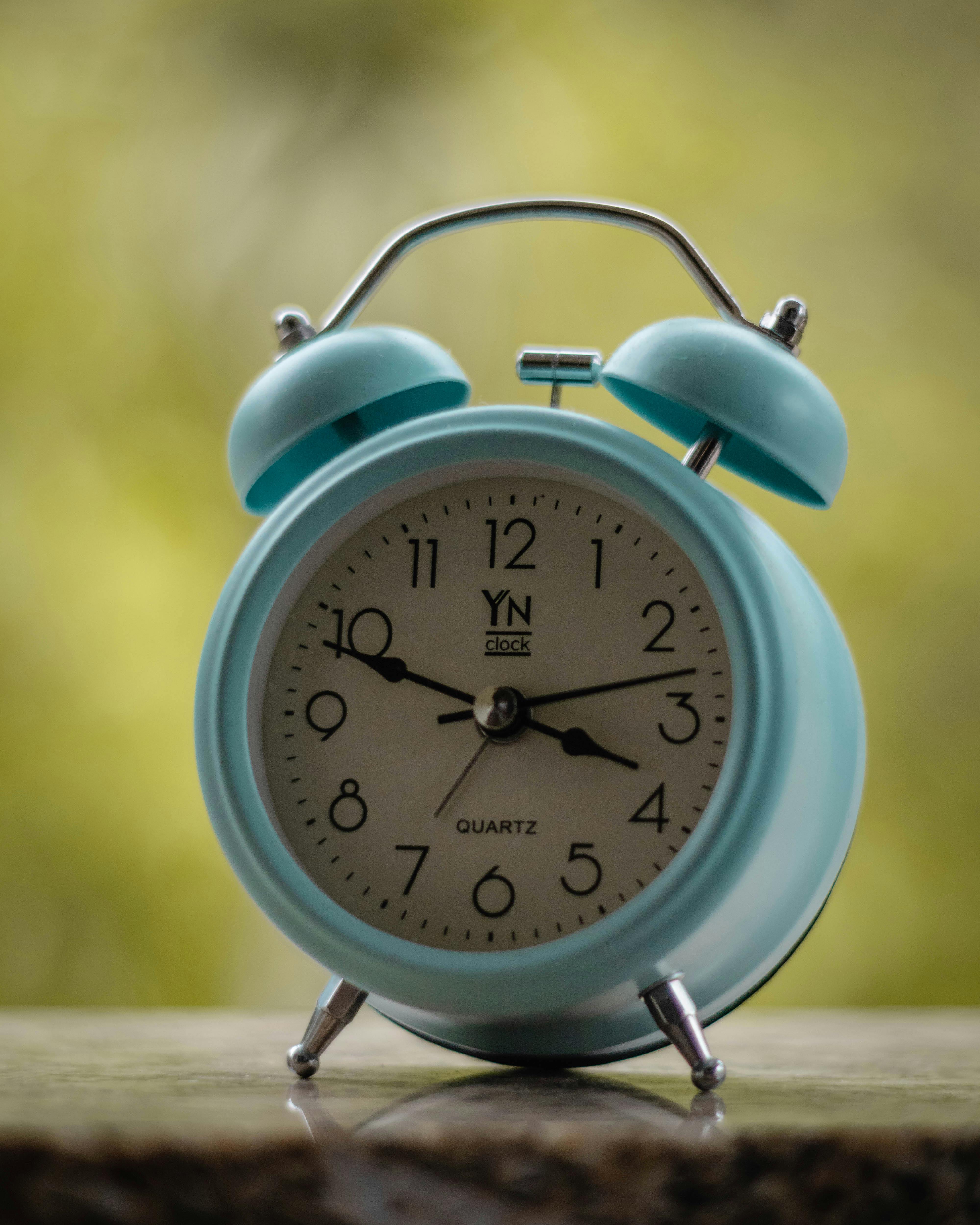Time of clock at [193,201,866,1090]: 3:48
